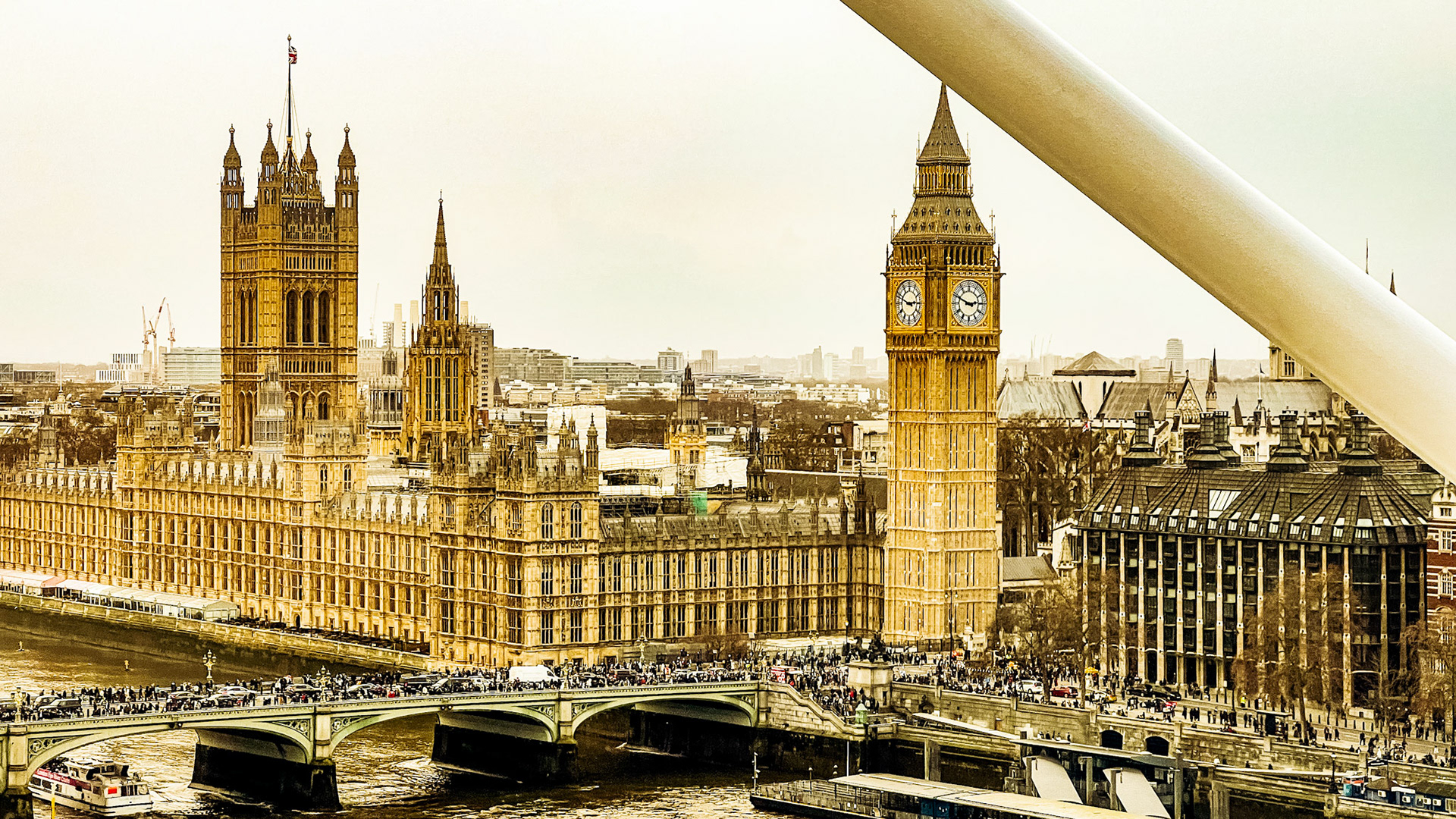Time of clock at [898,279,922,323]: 2:48
